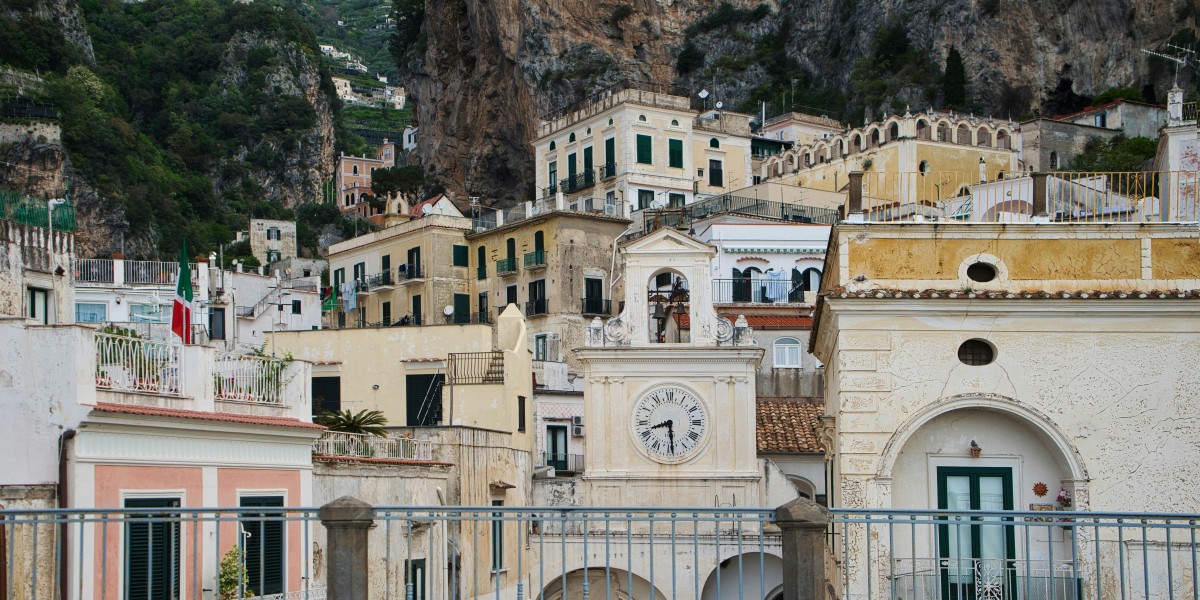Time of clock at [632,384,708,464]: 8:29
